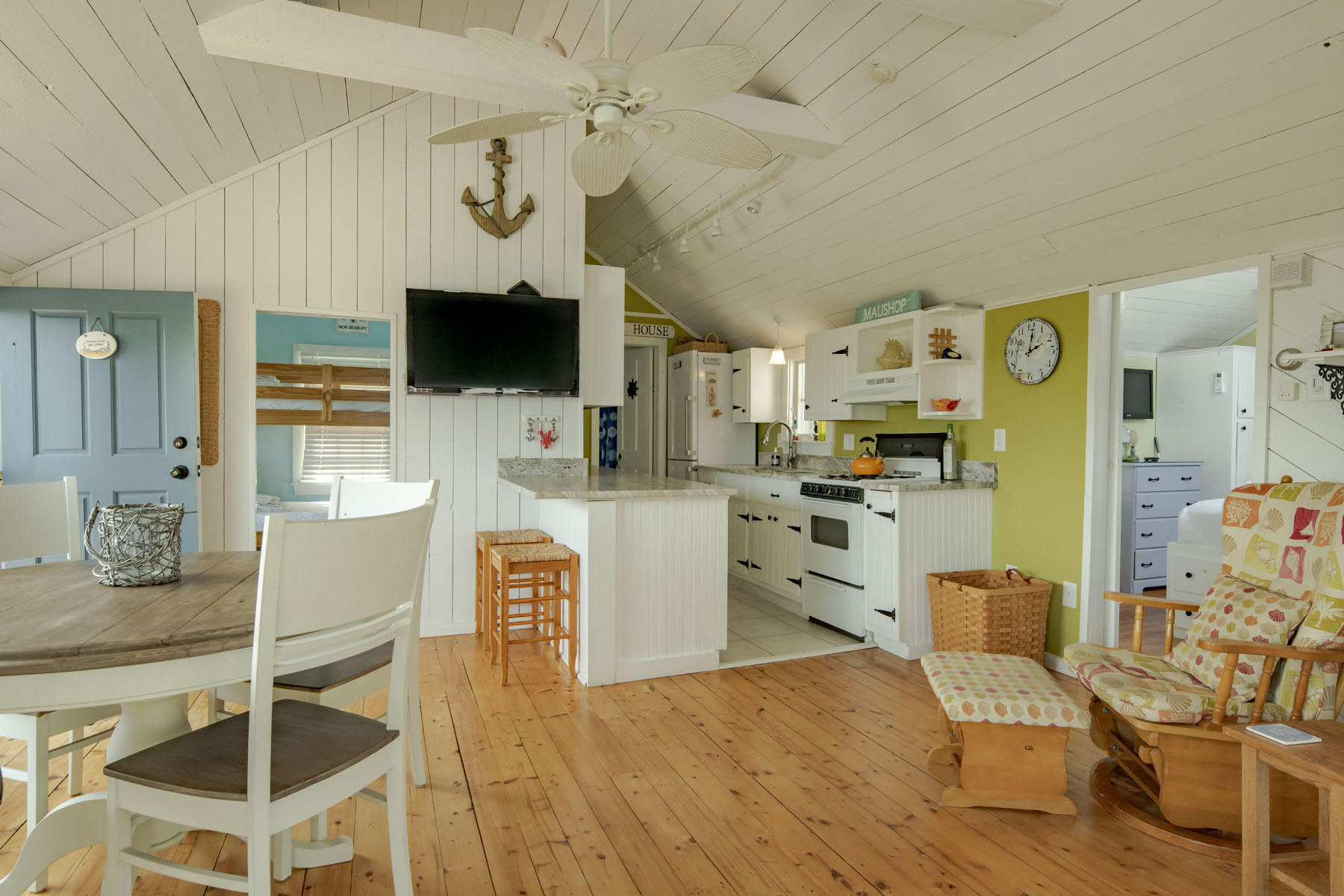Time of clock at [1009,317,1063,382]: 2:01
